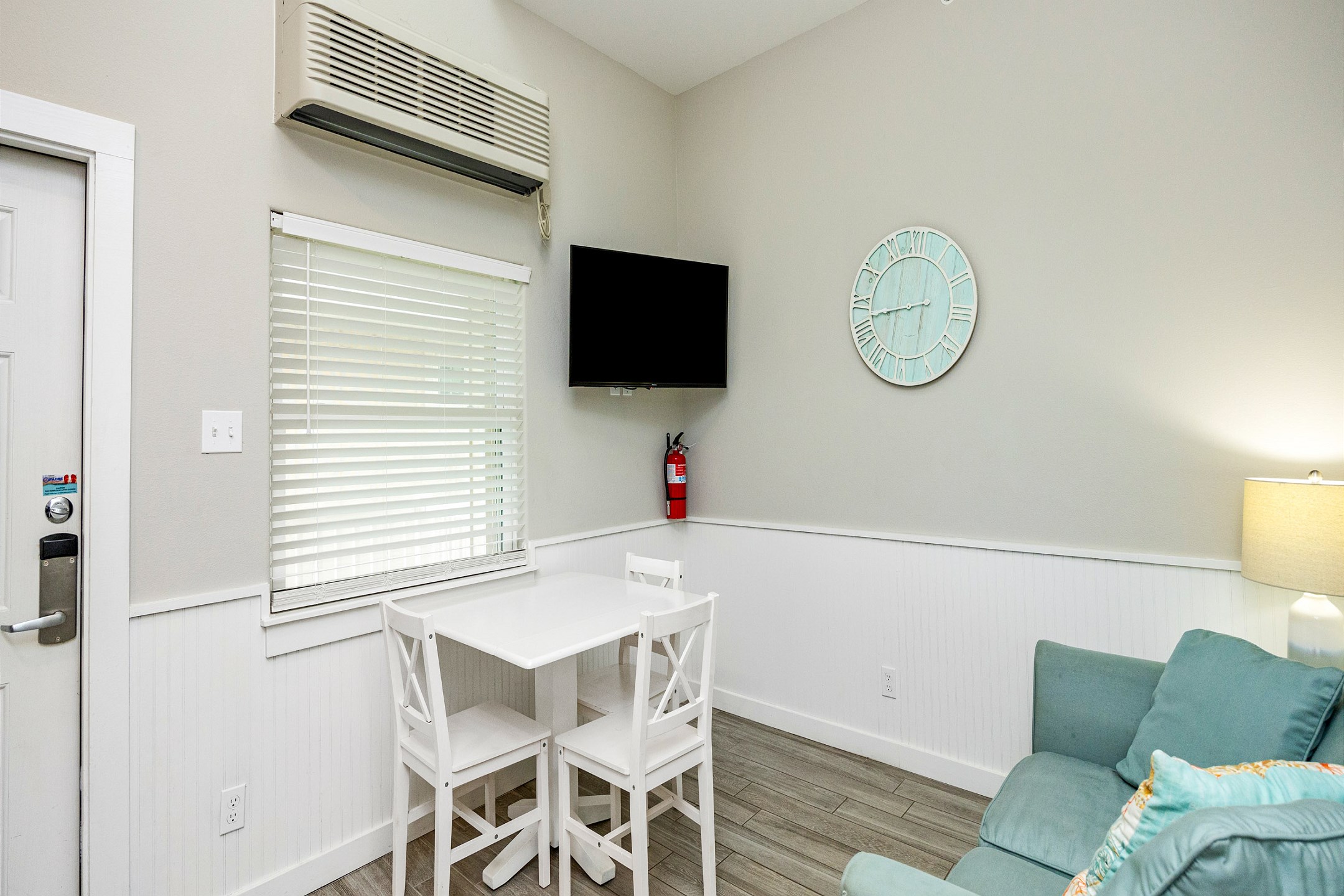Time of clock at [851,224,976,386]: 8:42
